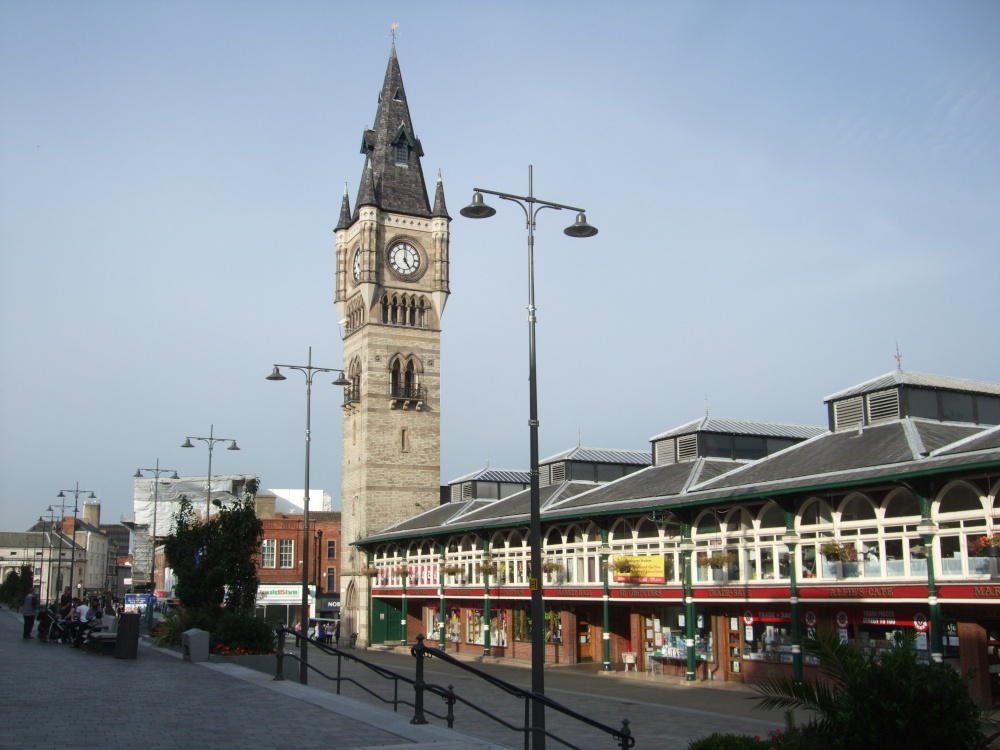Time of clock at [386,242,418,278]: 5:00
